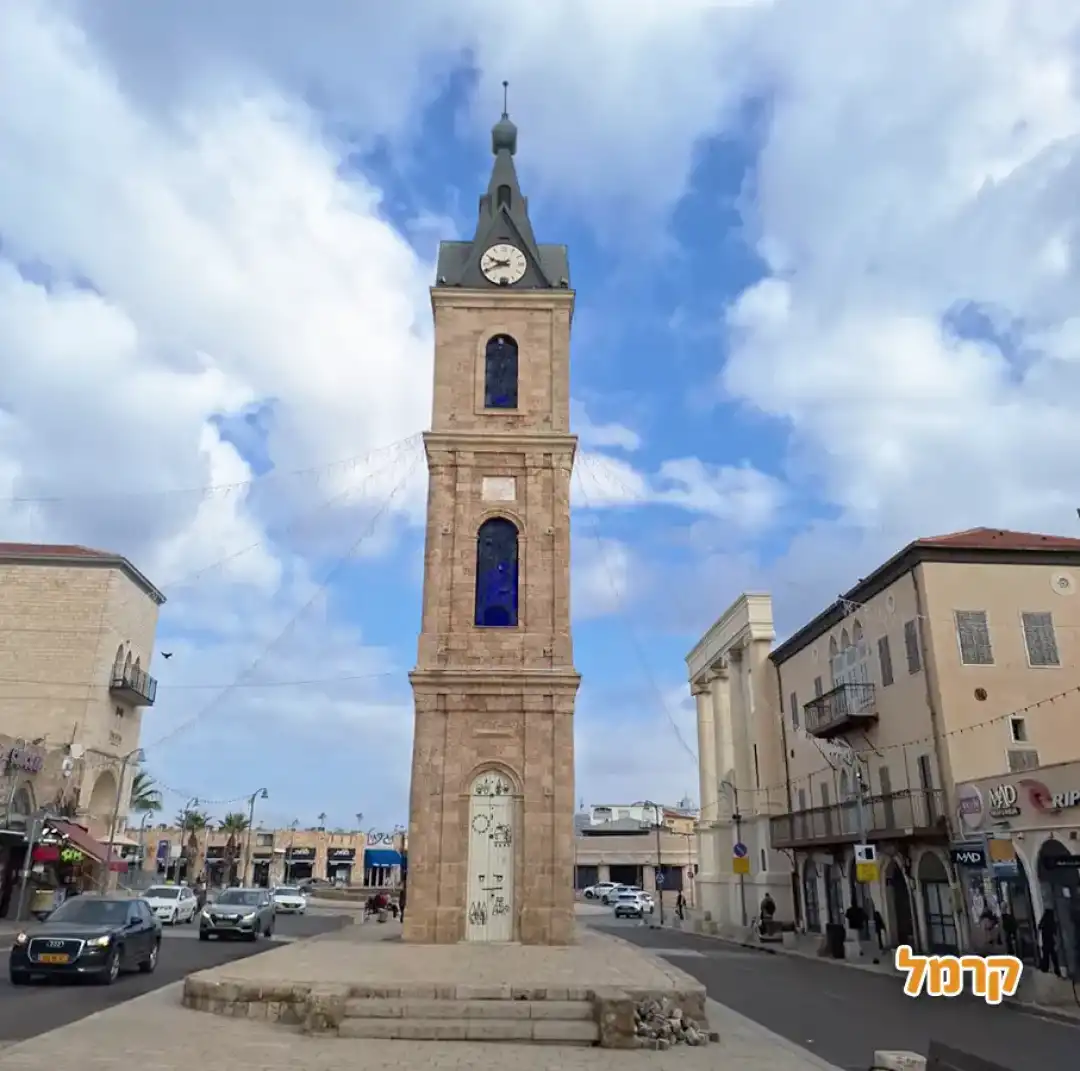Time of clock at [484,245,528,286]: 9:41
